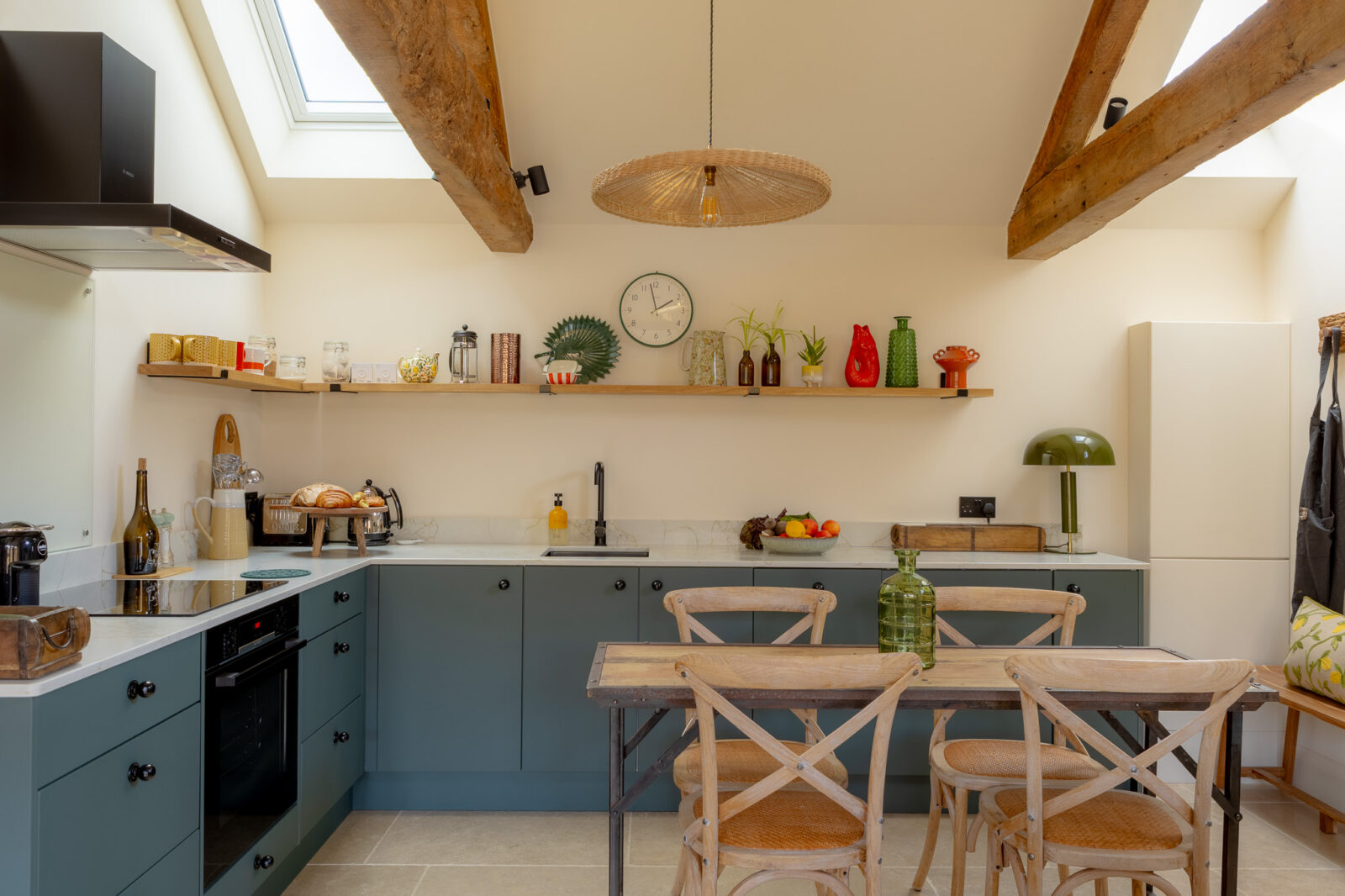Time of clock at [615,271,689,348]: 1:57
